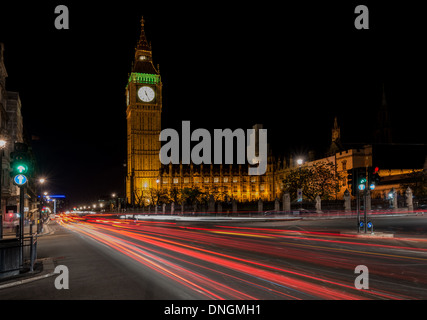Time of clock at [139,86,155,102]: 11:25
